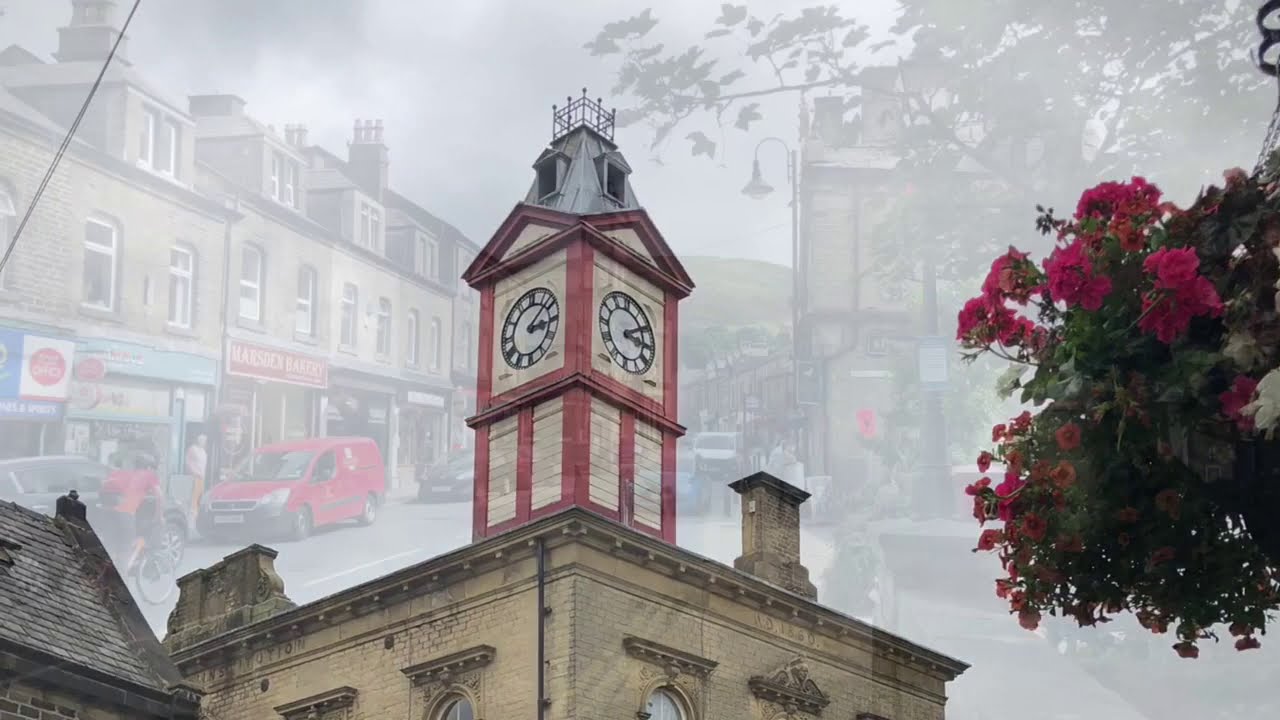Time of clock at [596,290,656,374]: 3:09
